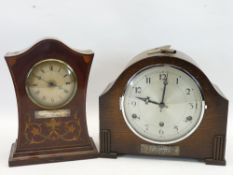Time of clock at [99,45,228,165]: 9:01
